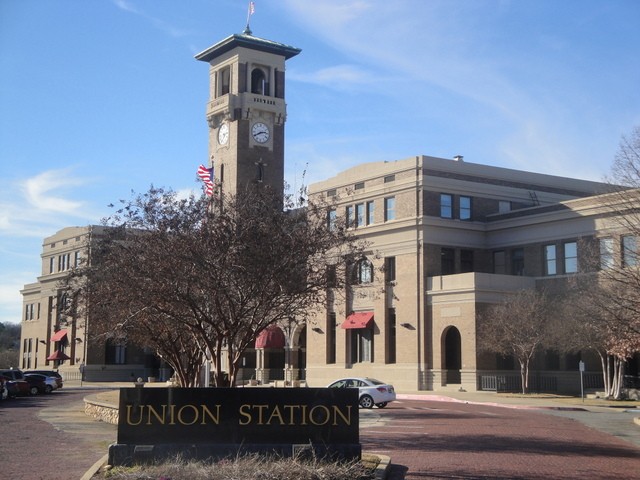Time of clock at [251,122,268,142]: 2:40
